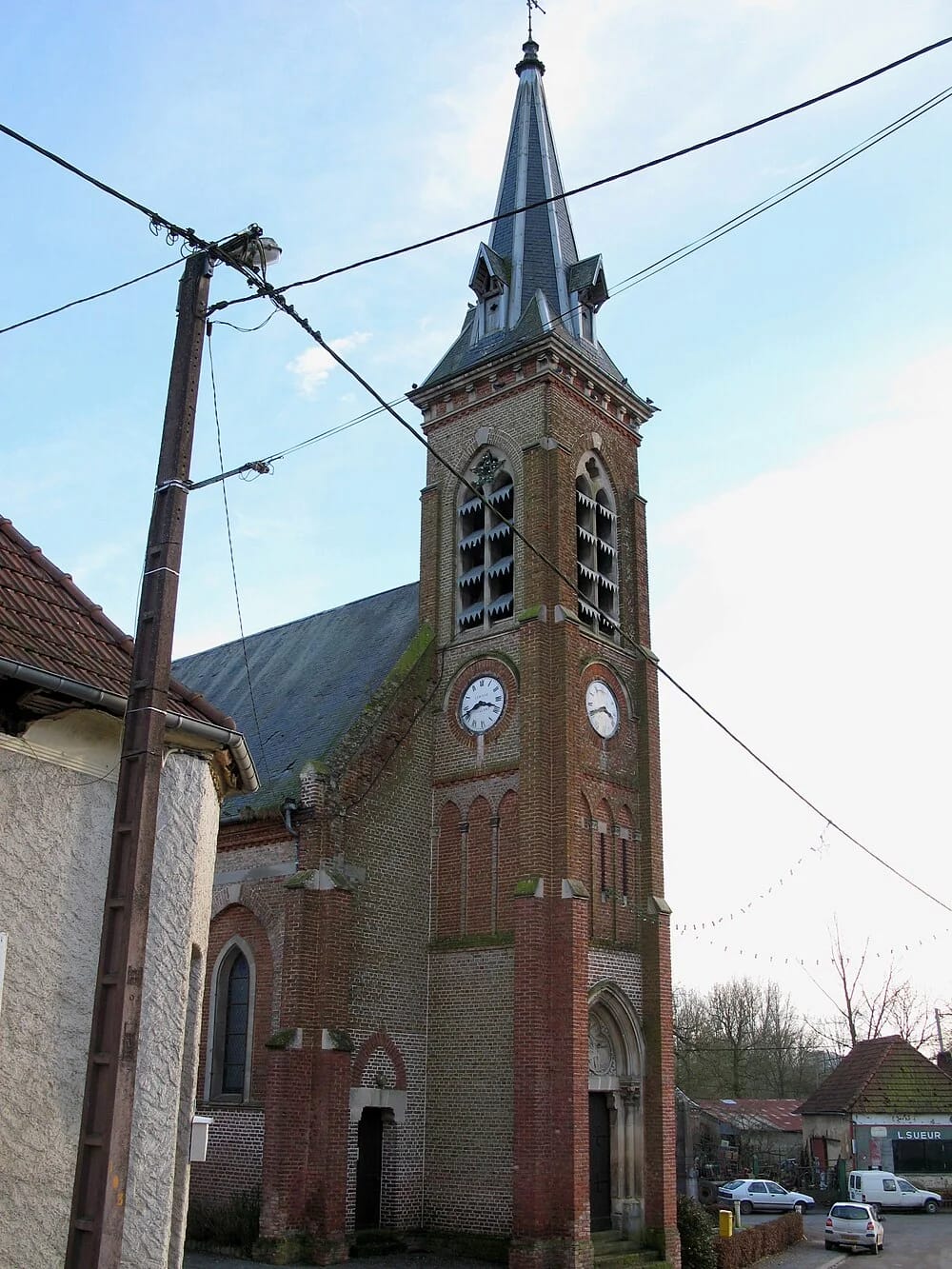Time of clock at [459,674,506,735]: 3:42
